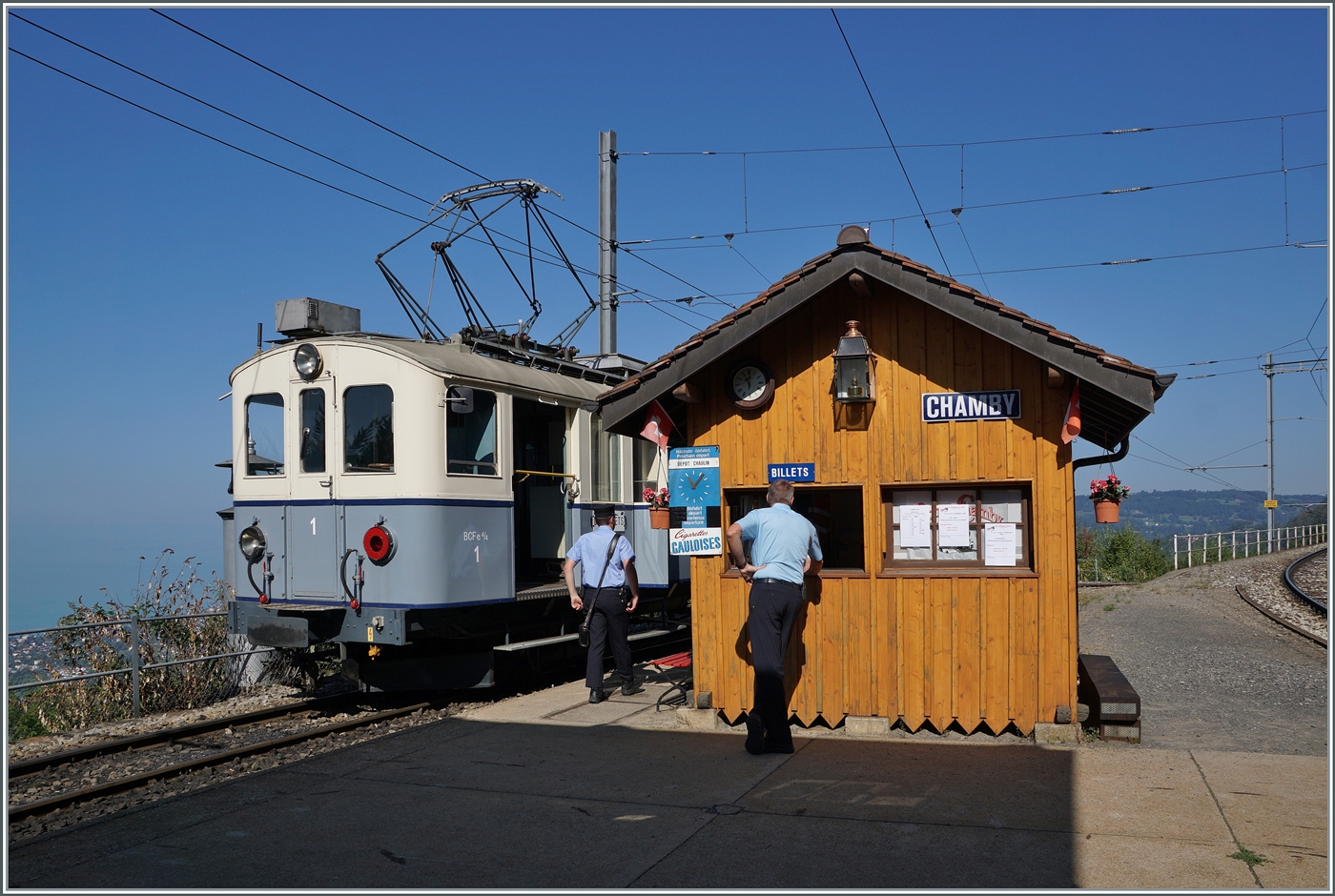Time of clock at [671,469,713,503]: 11:06
